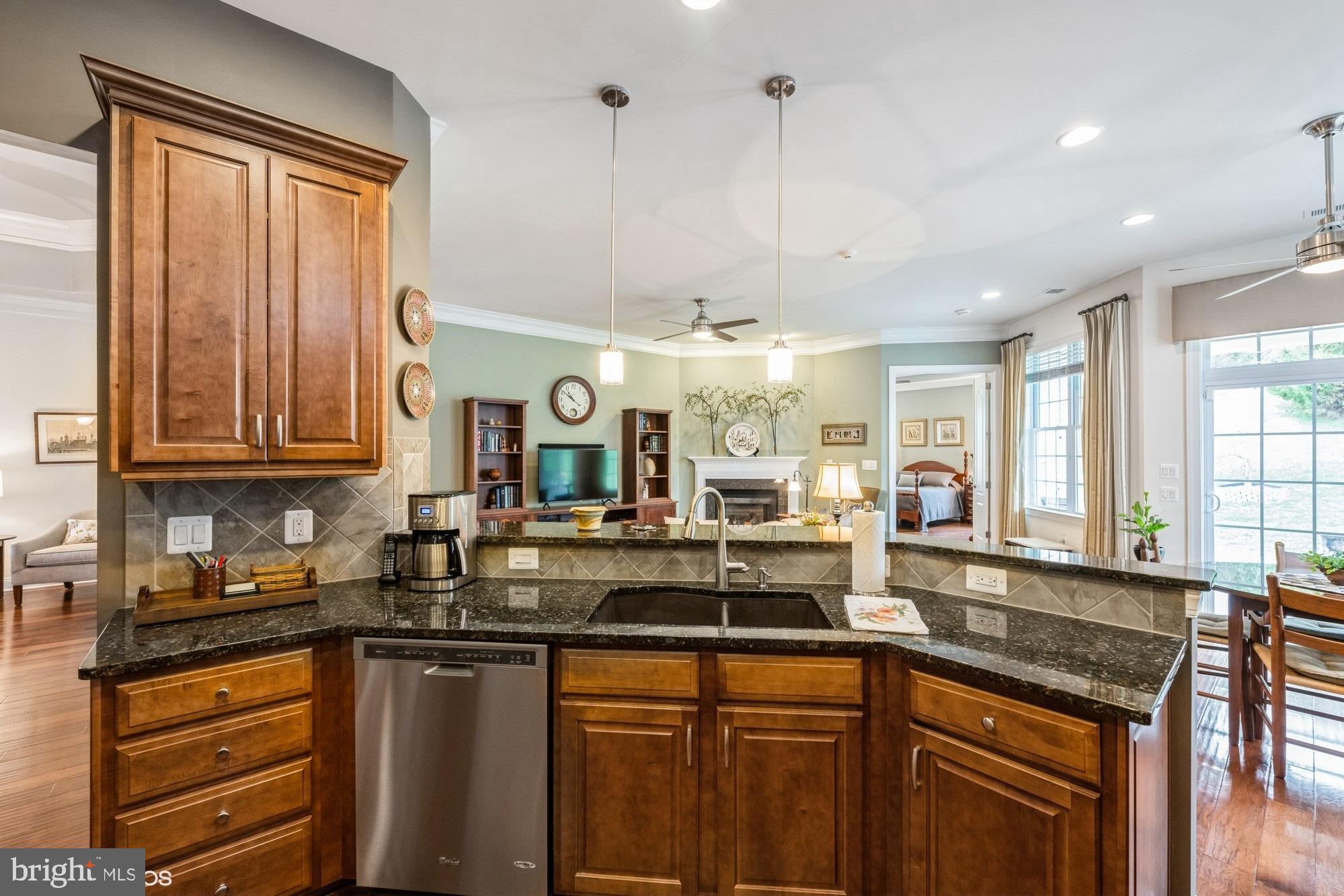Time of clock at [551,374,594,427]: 10:50
